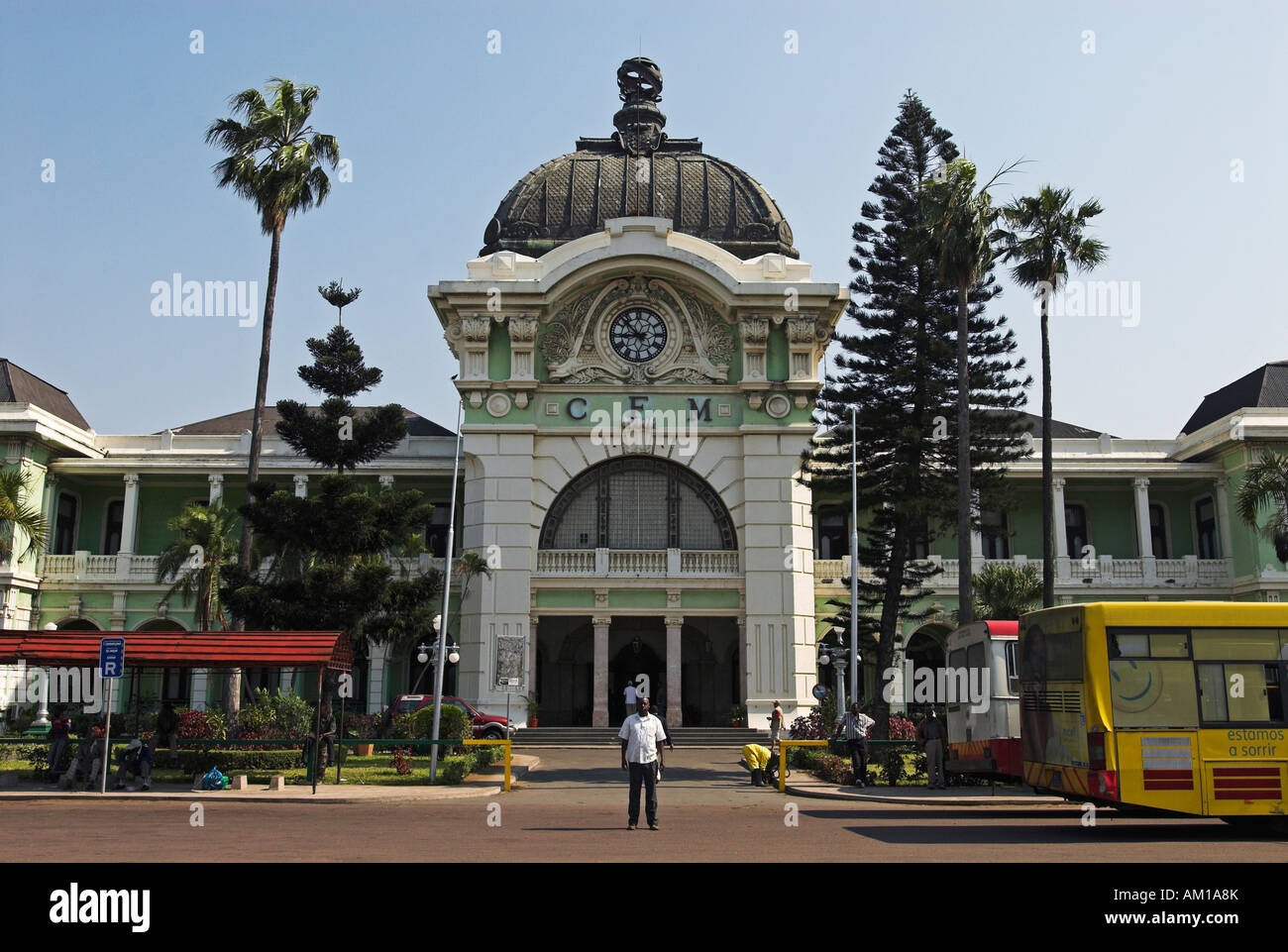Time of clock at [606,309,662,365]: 8:52
